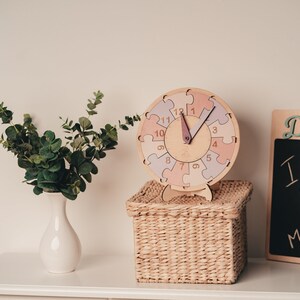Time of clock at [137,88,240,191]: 11:06
